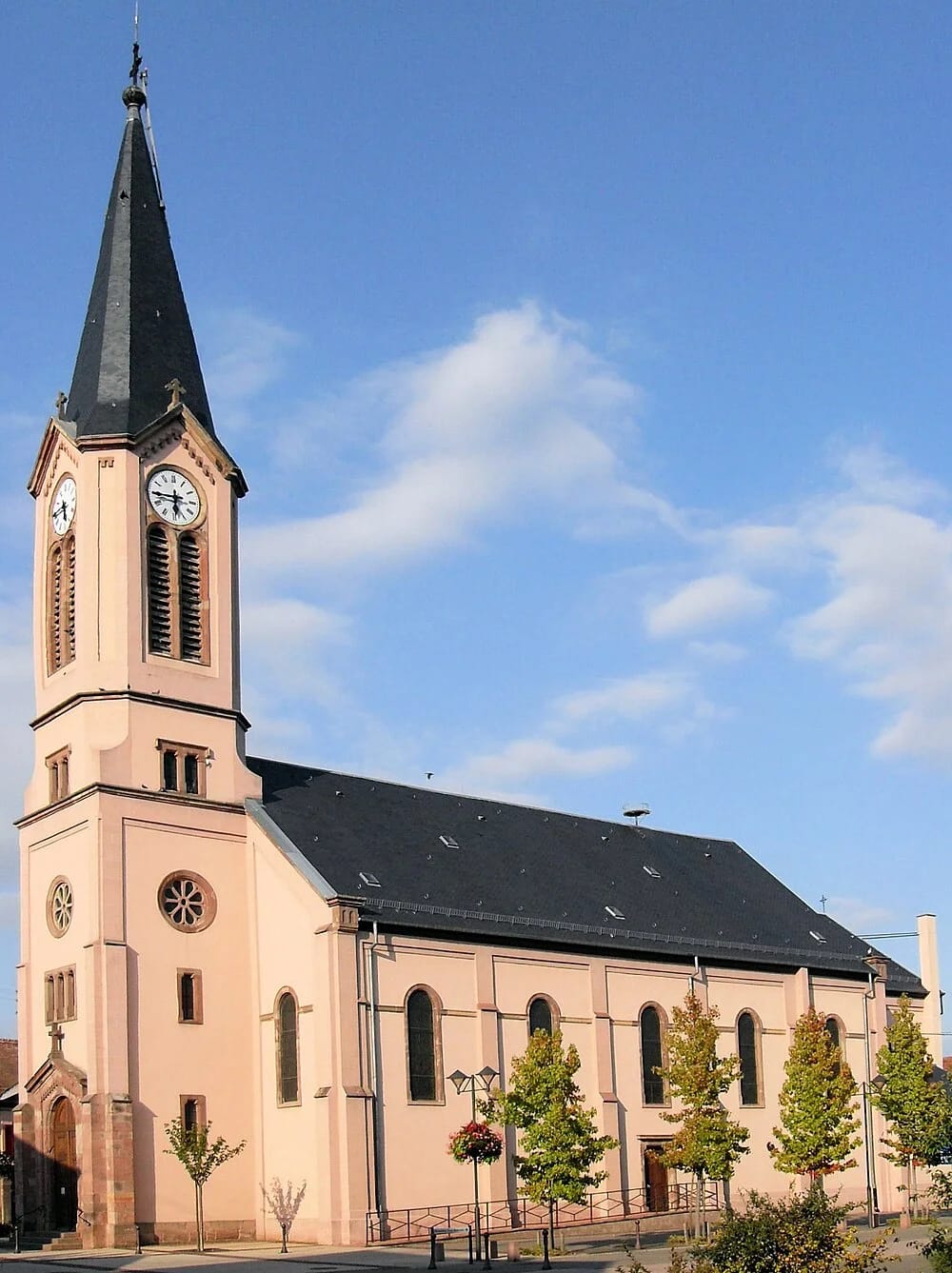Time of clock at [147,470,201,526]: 5:44
